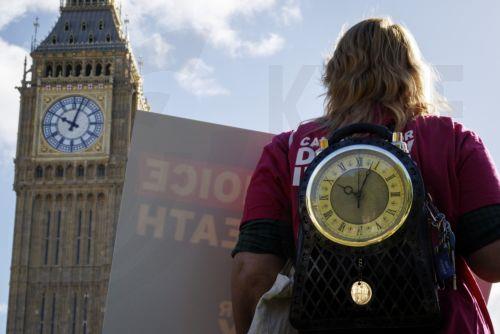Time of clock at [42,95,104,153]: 10:02
